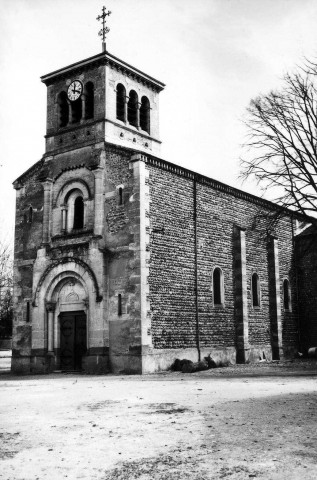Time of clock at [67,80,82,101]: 12:18
